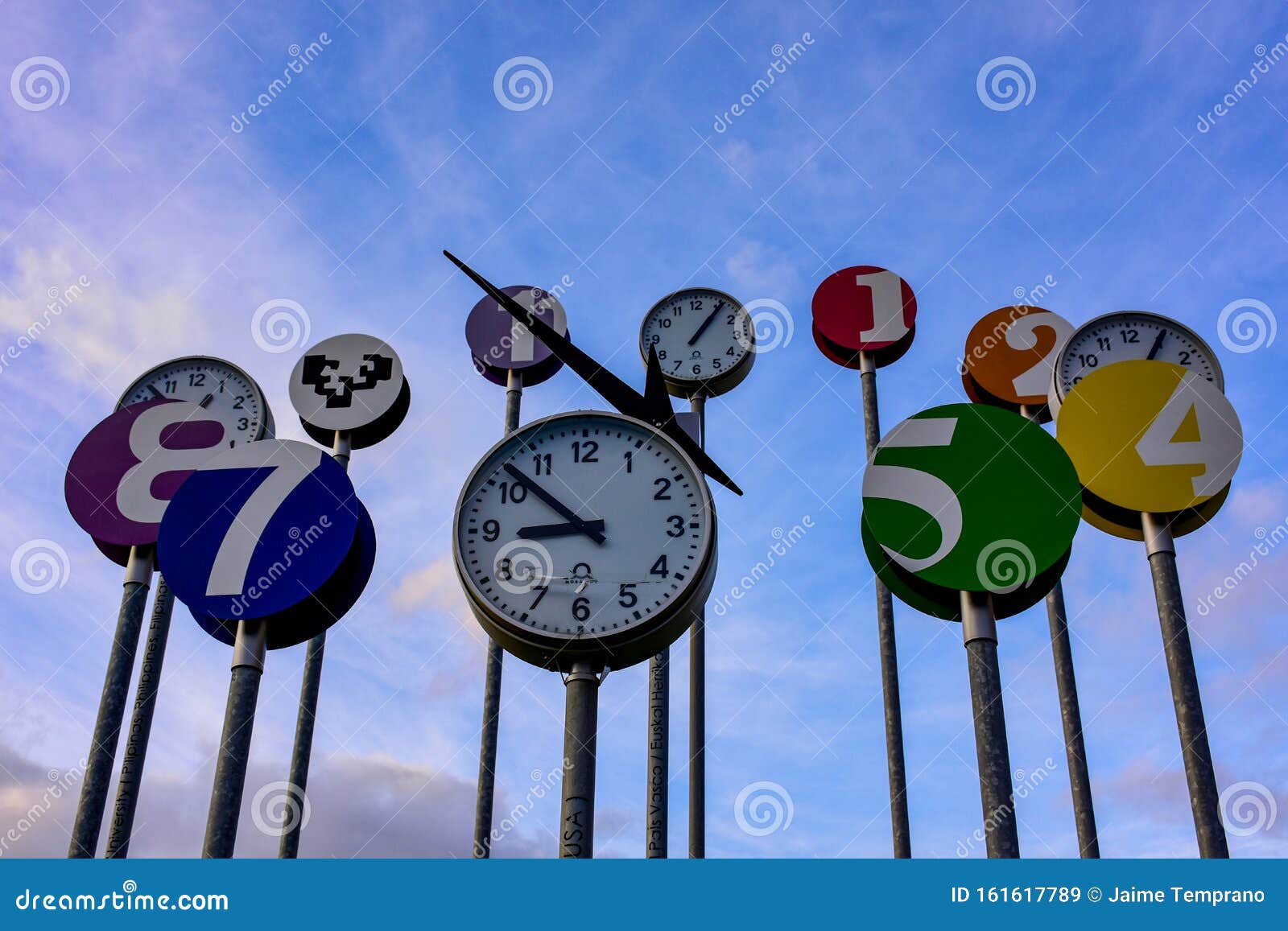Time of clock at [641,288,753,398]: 1:06
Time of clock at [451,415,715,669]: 8:52
